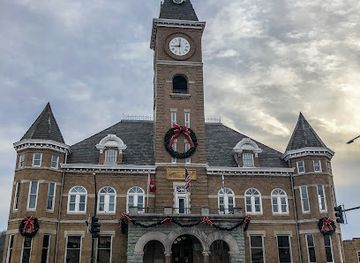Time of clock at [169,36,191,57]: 9:00
